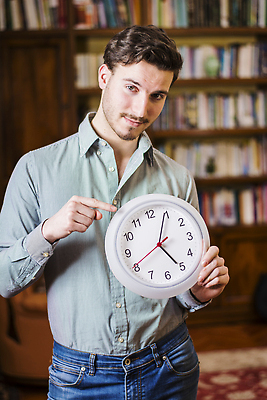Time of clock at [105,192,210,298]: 5:04
